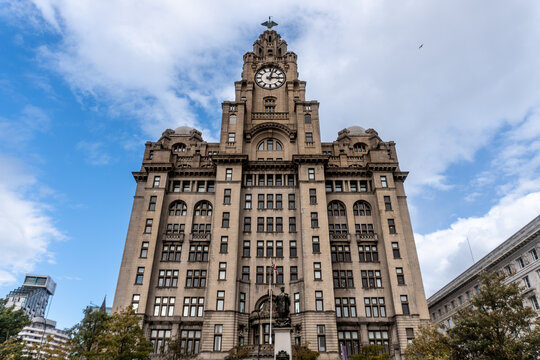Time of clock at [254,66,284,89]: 3:02
